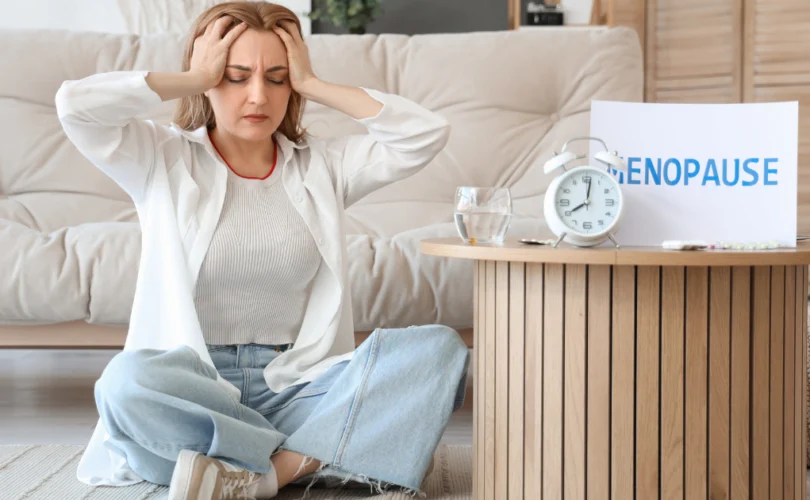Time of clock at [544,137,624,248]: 8:01
